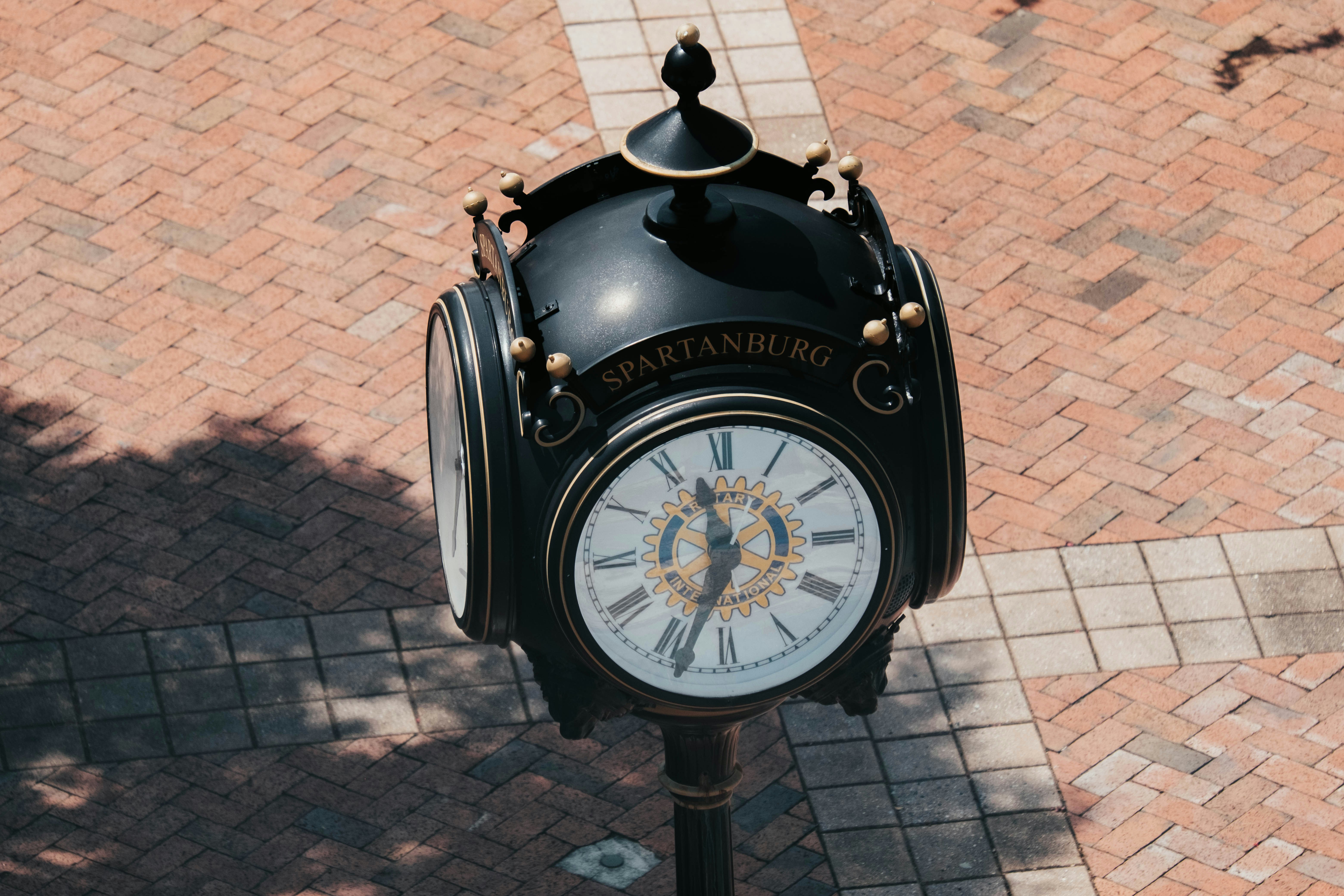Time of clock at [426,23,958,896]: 11:33
